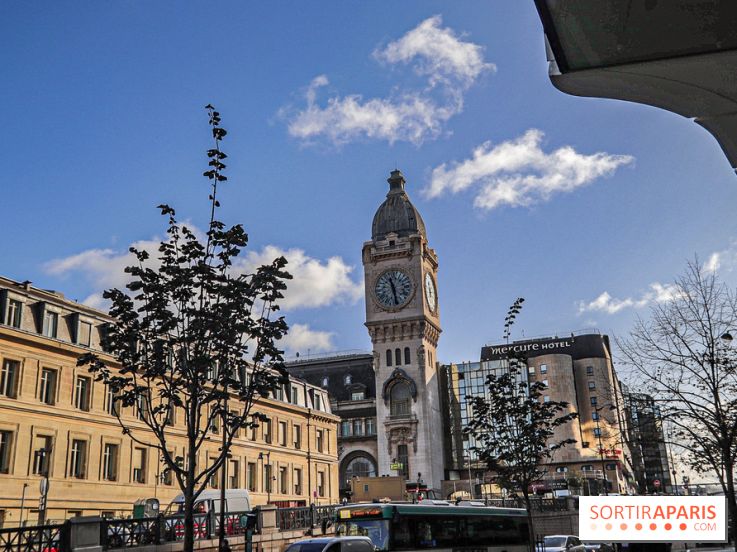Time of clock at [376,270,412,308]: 11:28
